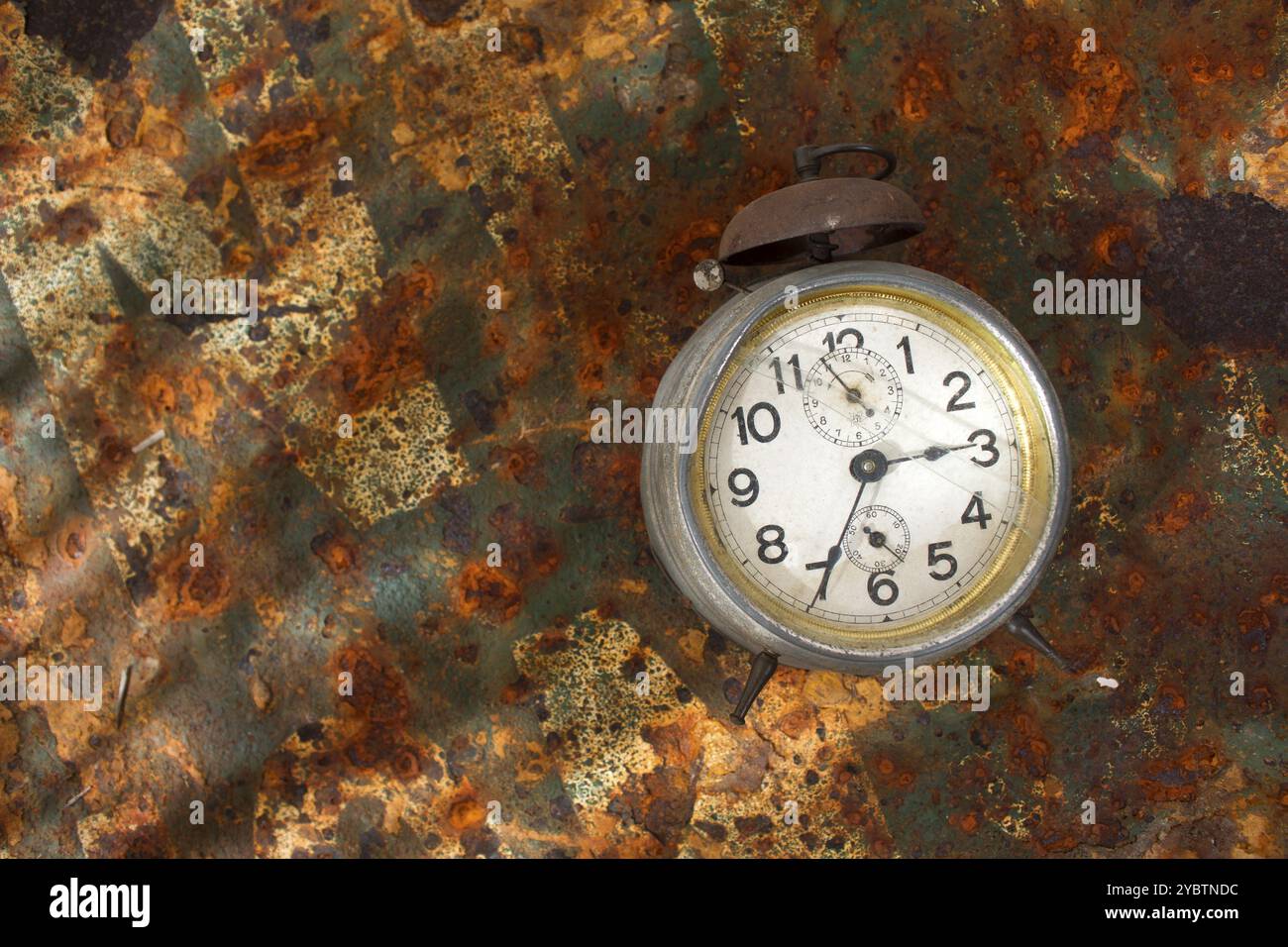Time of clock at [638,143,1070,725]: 2:35
